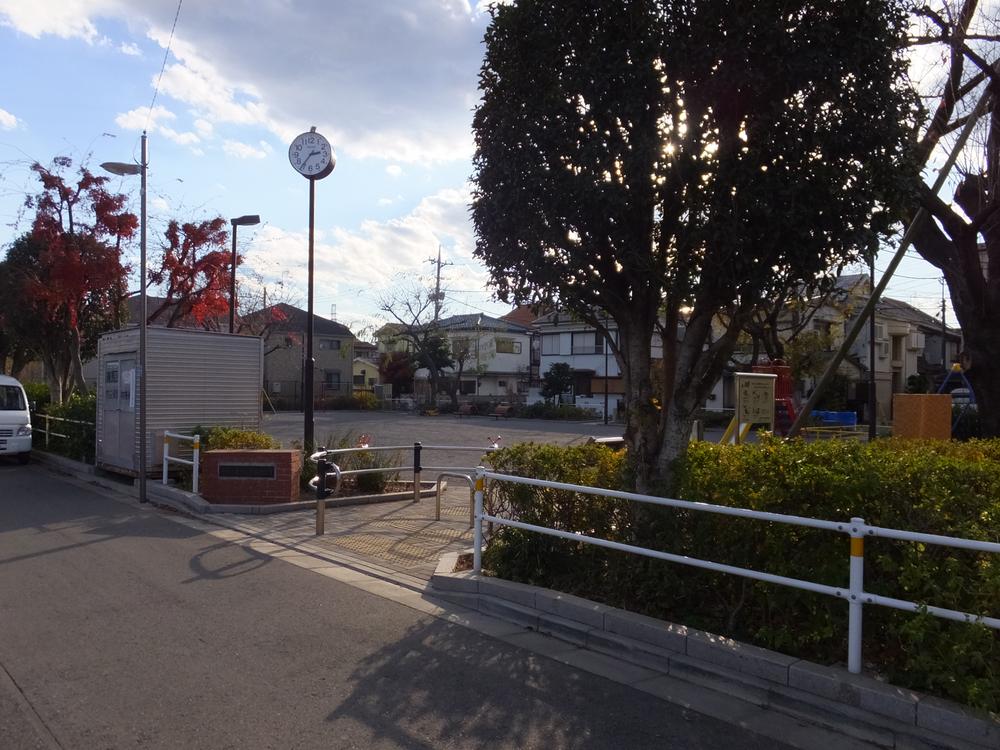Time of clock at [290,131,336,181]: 2:36
